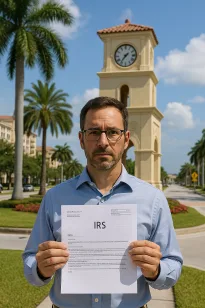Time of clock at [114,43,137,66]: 1:36
